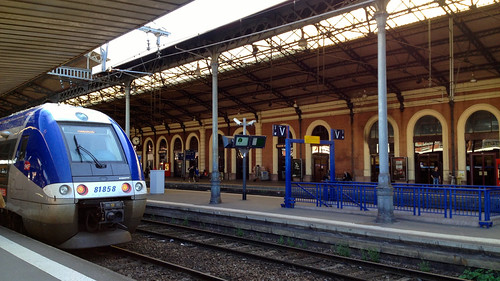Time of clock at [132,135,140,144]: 5:12
